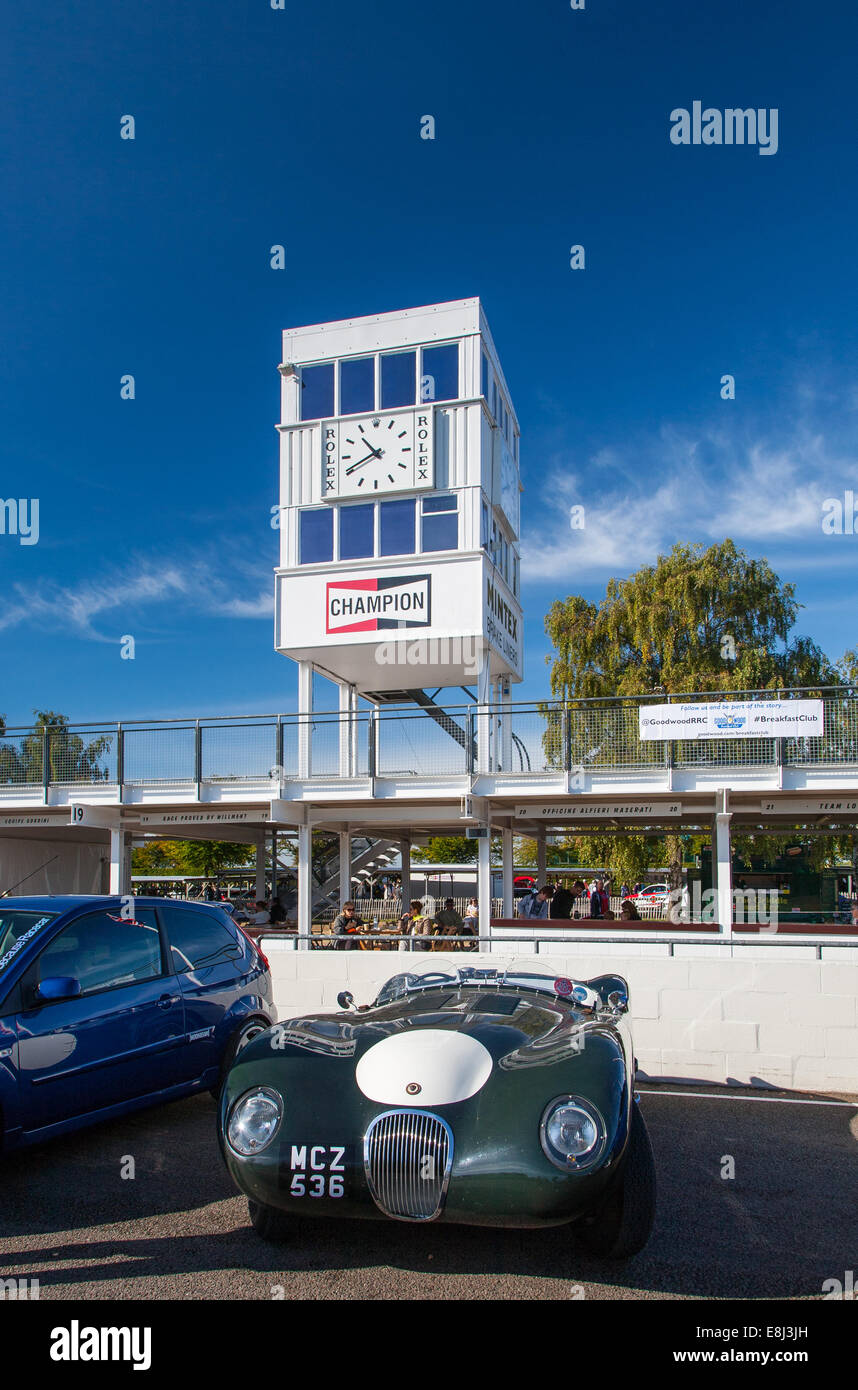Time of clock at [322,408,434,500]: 10:40
